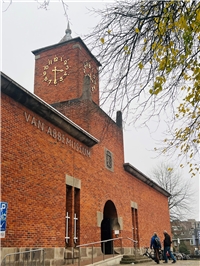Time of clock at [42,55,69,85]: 3:29
